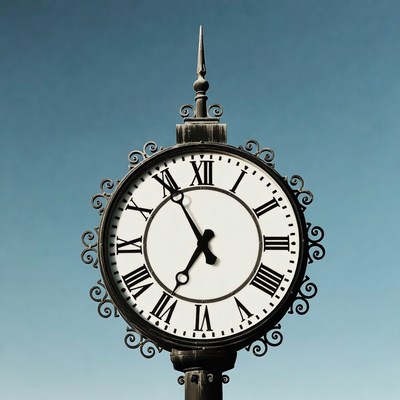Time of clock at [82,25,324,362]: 6:55
